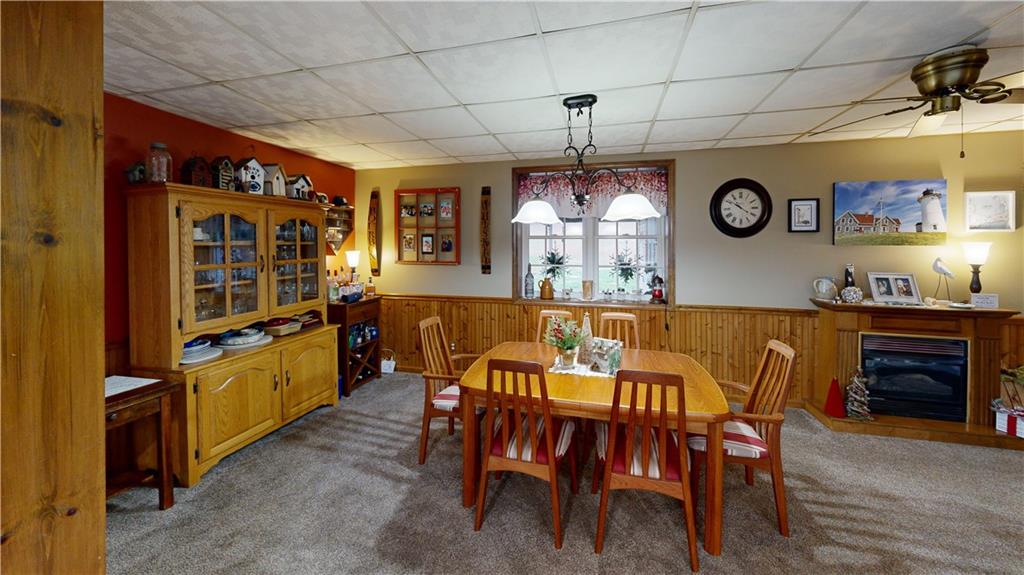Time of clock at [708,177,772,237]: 10:20
